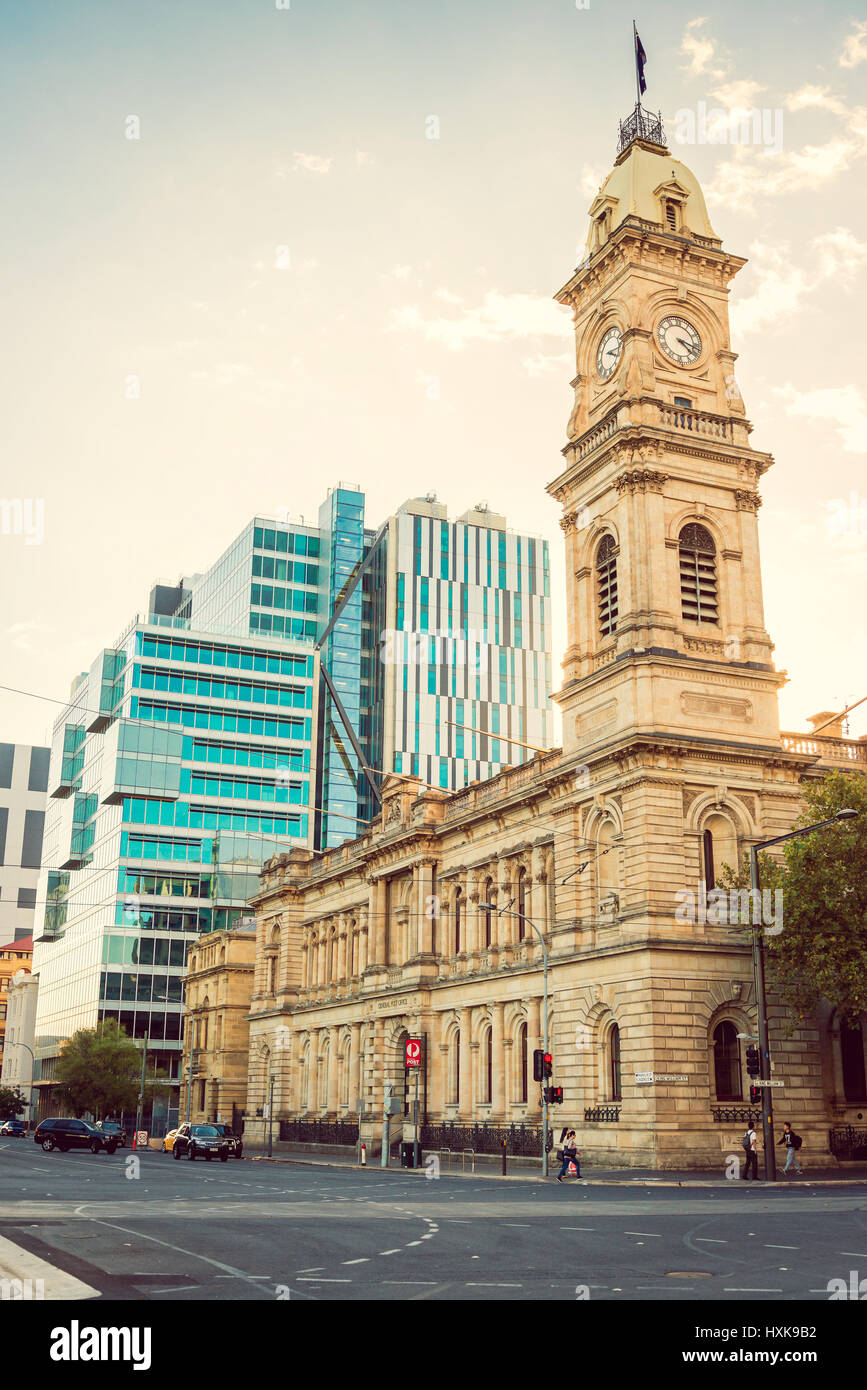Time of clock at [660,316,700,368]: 4:17
